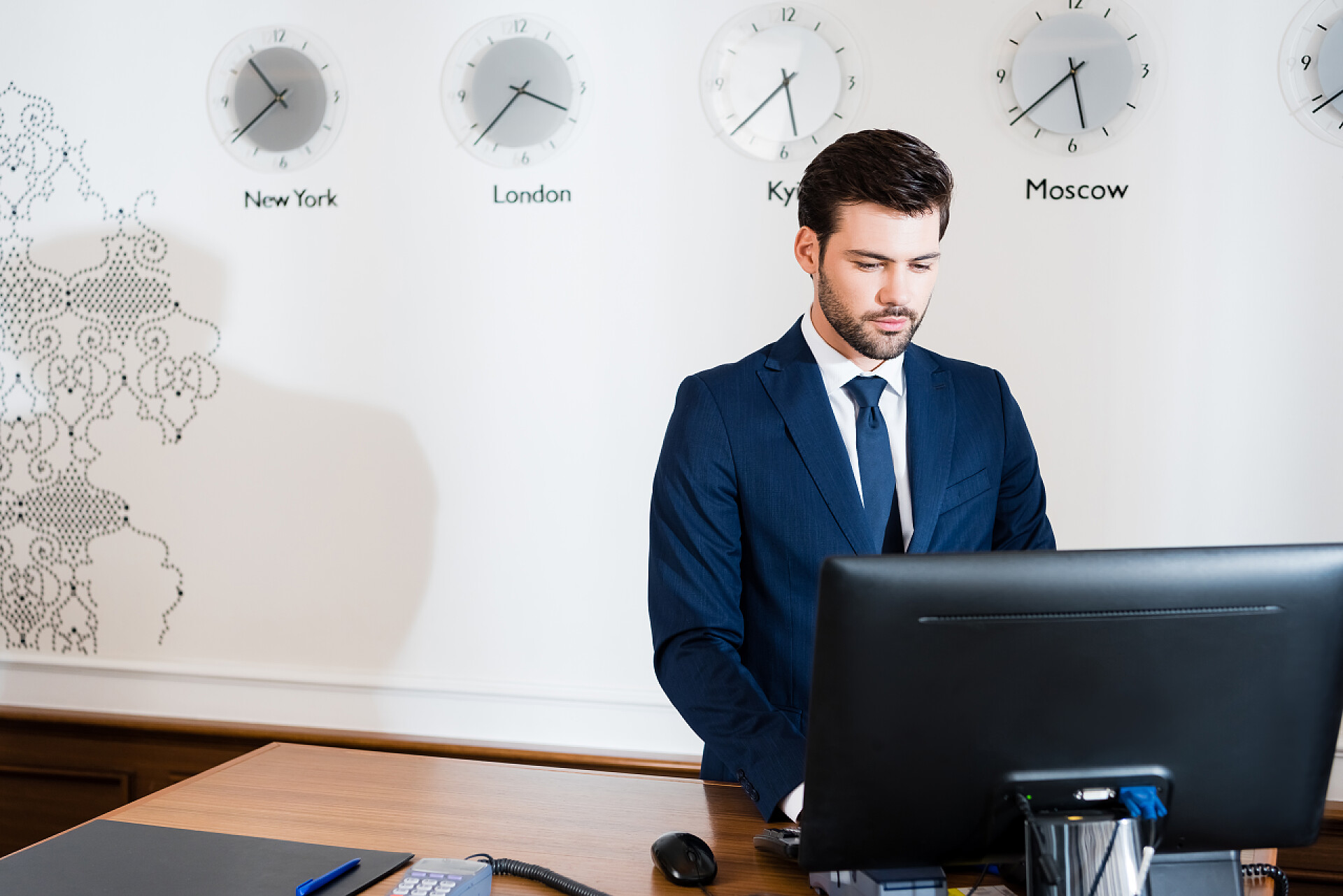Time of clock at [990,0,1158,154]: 5:38
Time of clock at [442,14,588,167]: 3:37
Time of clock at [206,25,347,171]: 10:38
